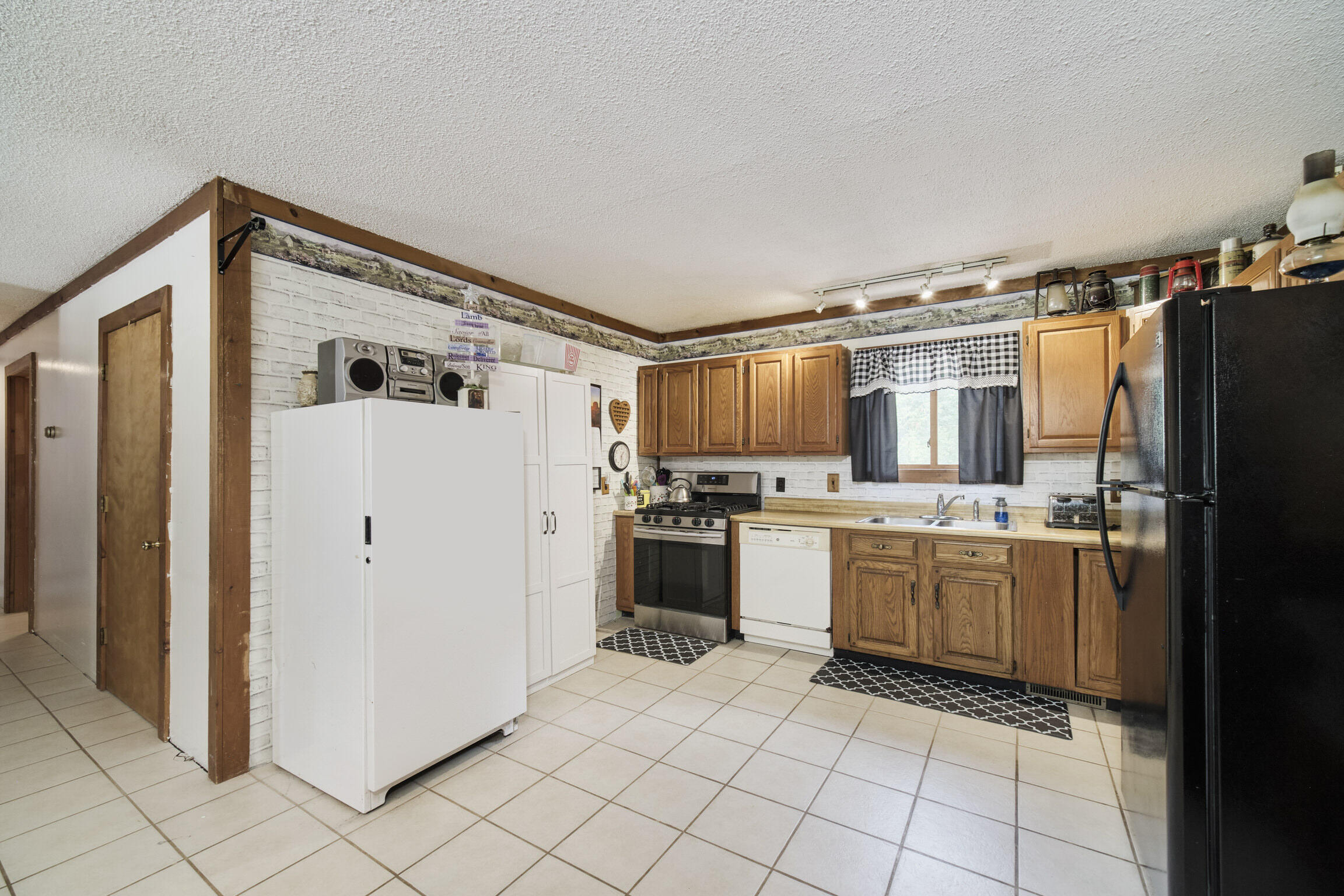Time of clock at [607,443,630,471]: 1:28
